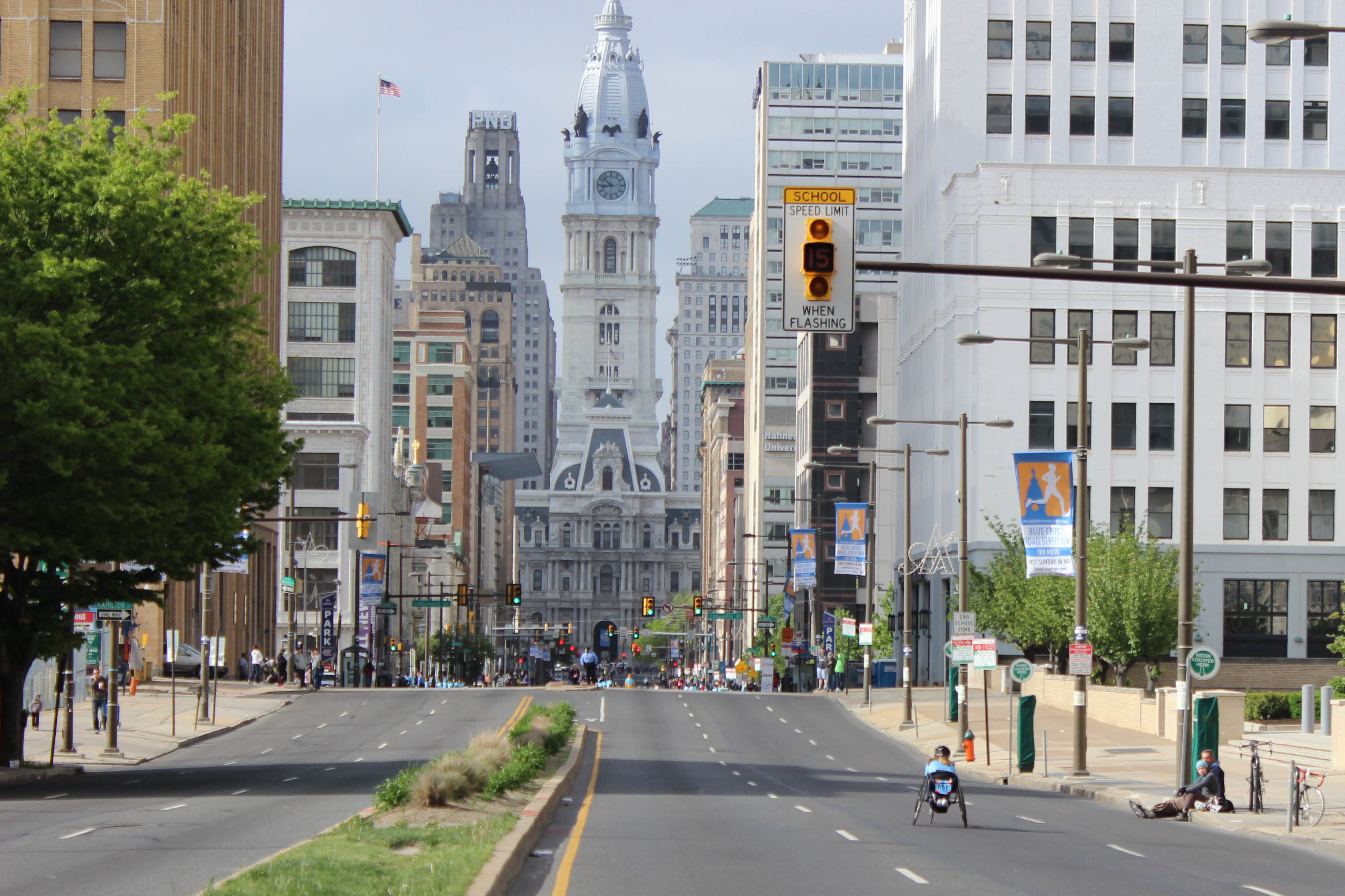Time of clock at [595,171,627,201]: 8:52
